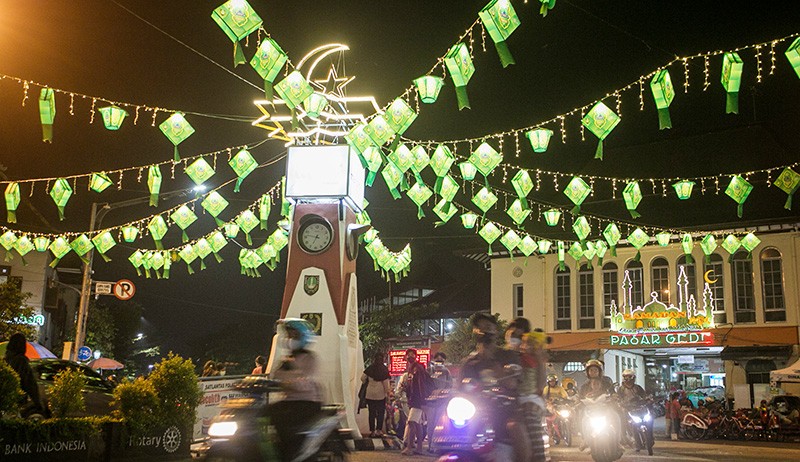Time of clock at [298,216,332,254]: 6:47
